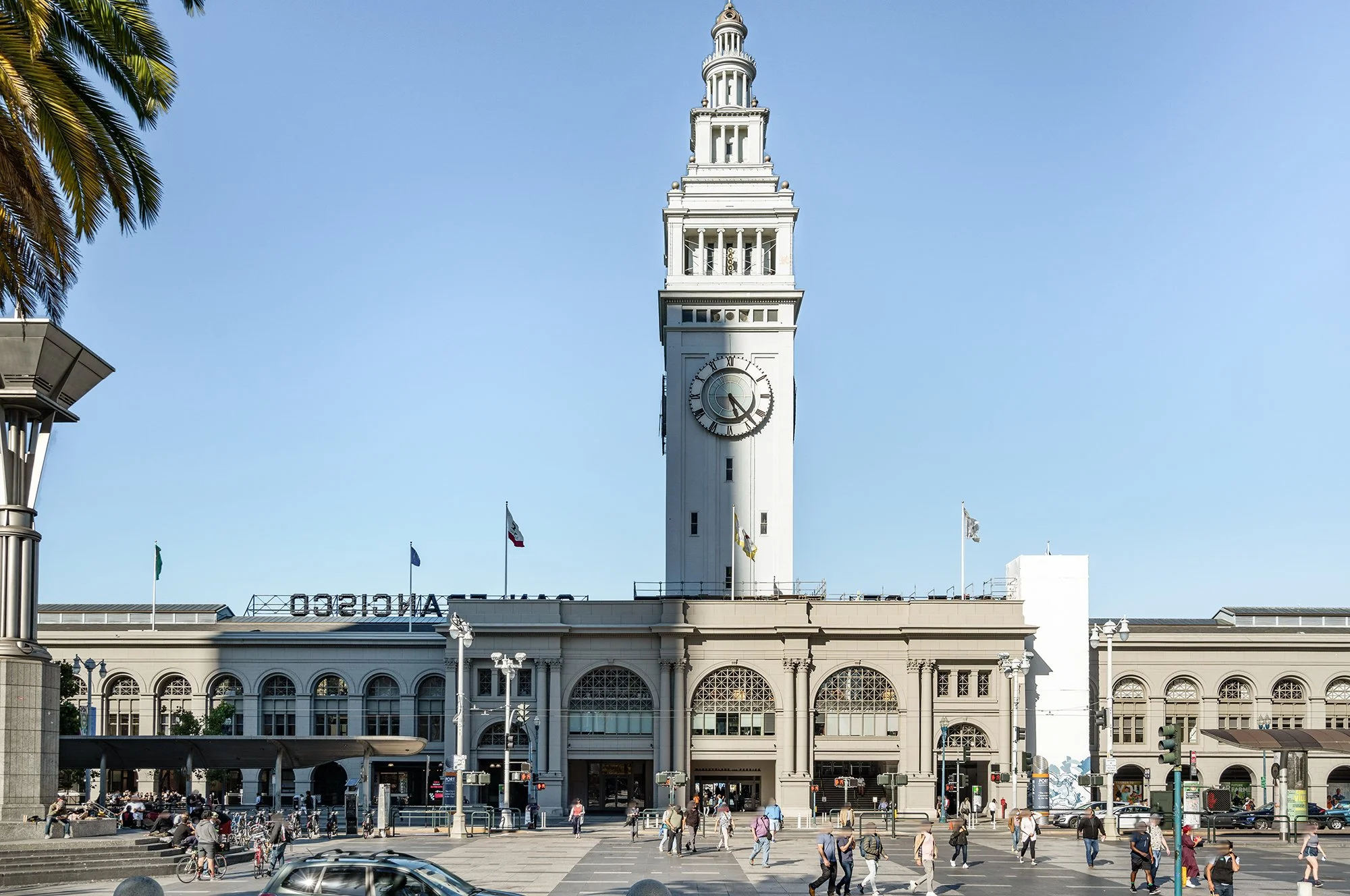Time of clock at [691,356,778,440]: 5:23
